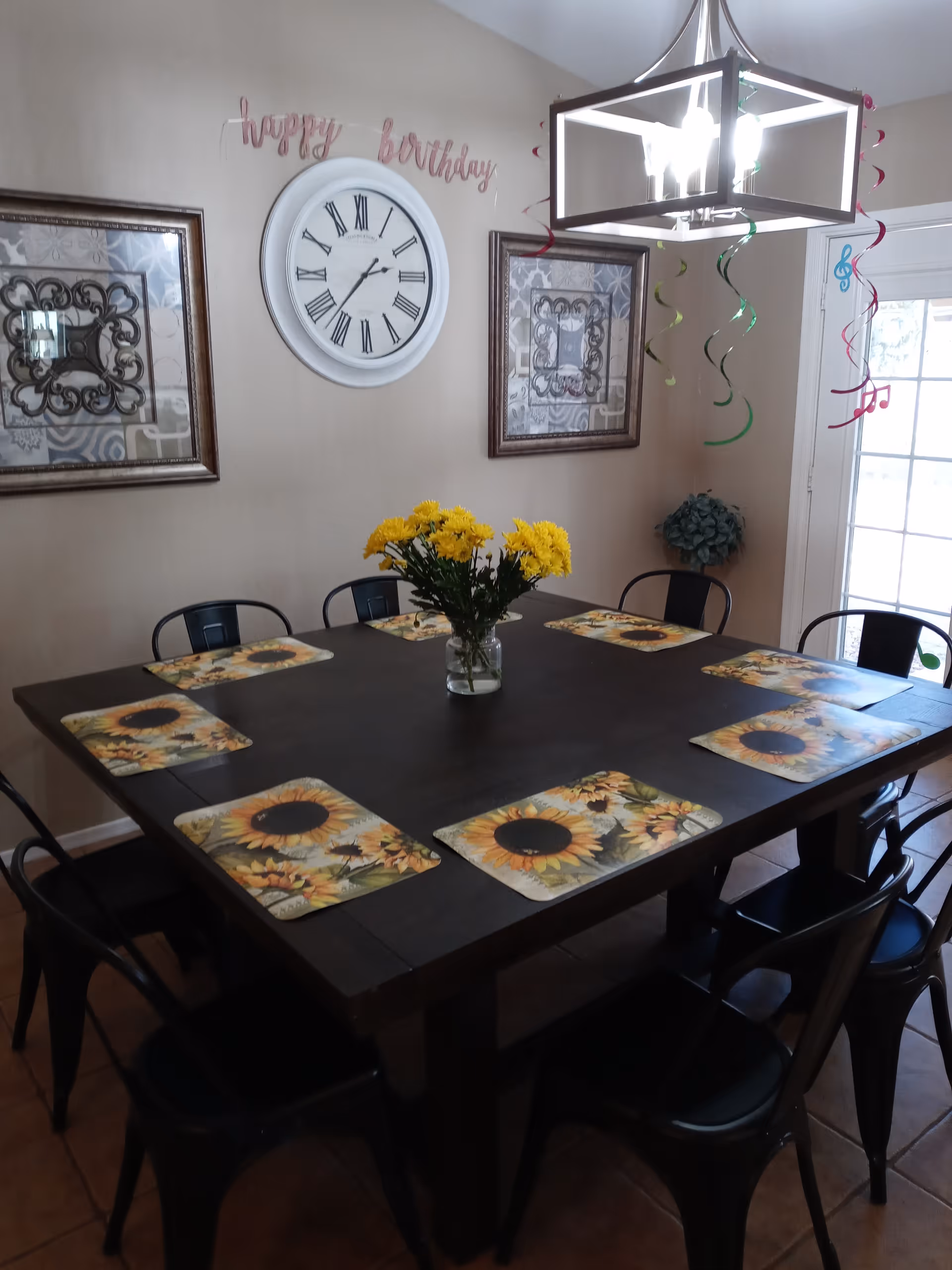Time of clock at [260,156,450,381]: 2:37
